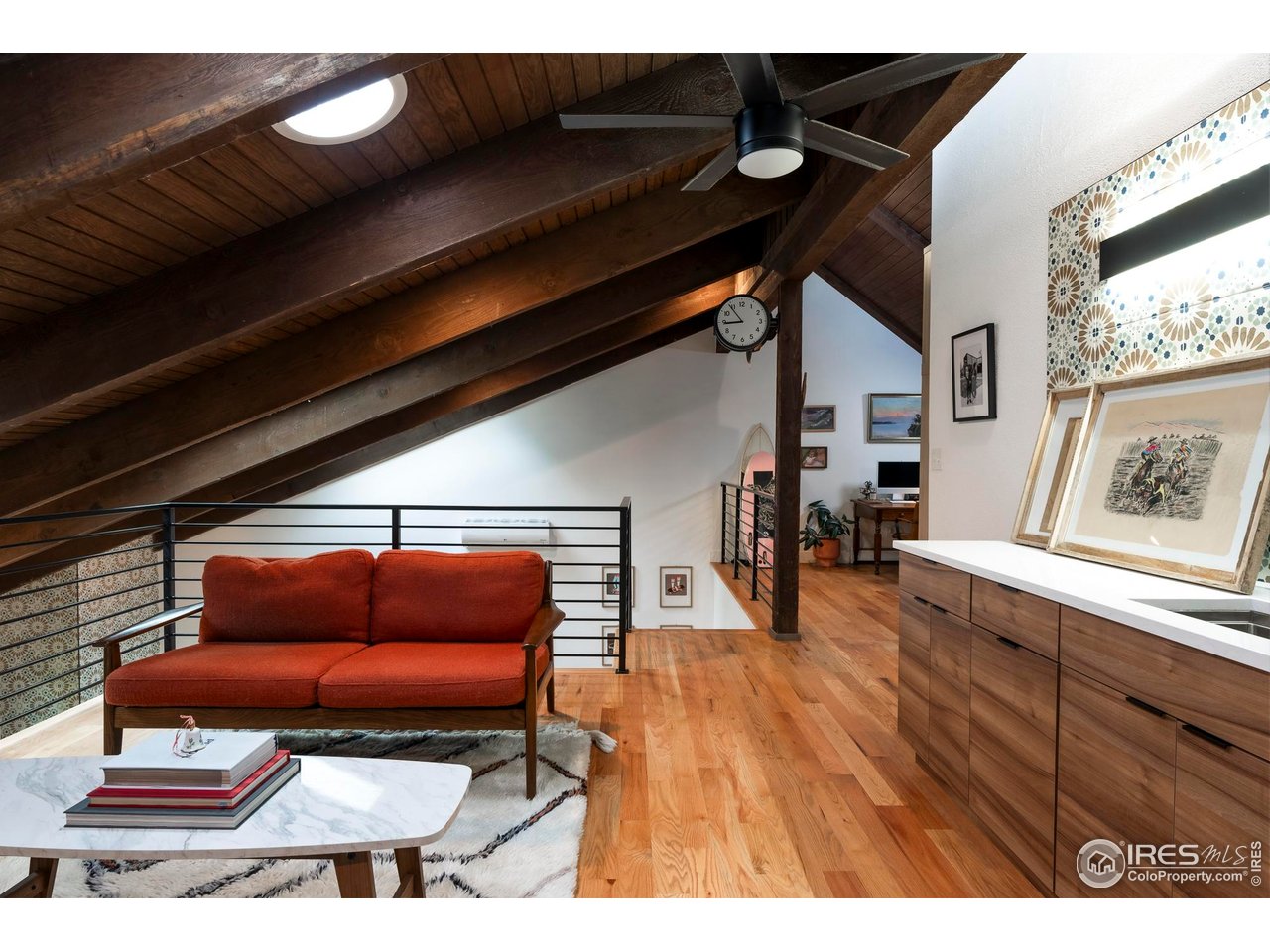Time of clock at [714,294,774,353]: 8:53
